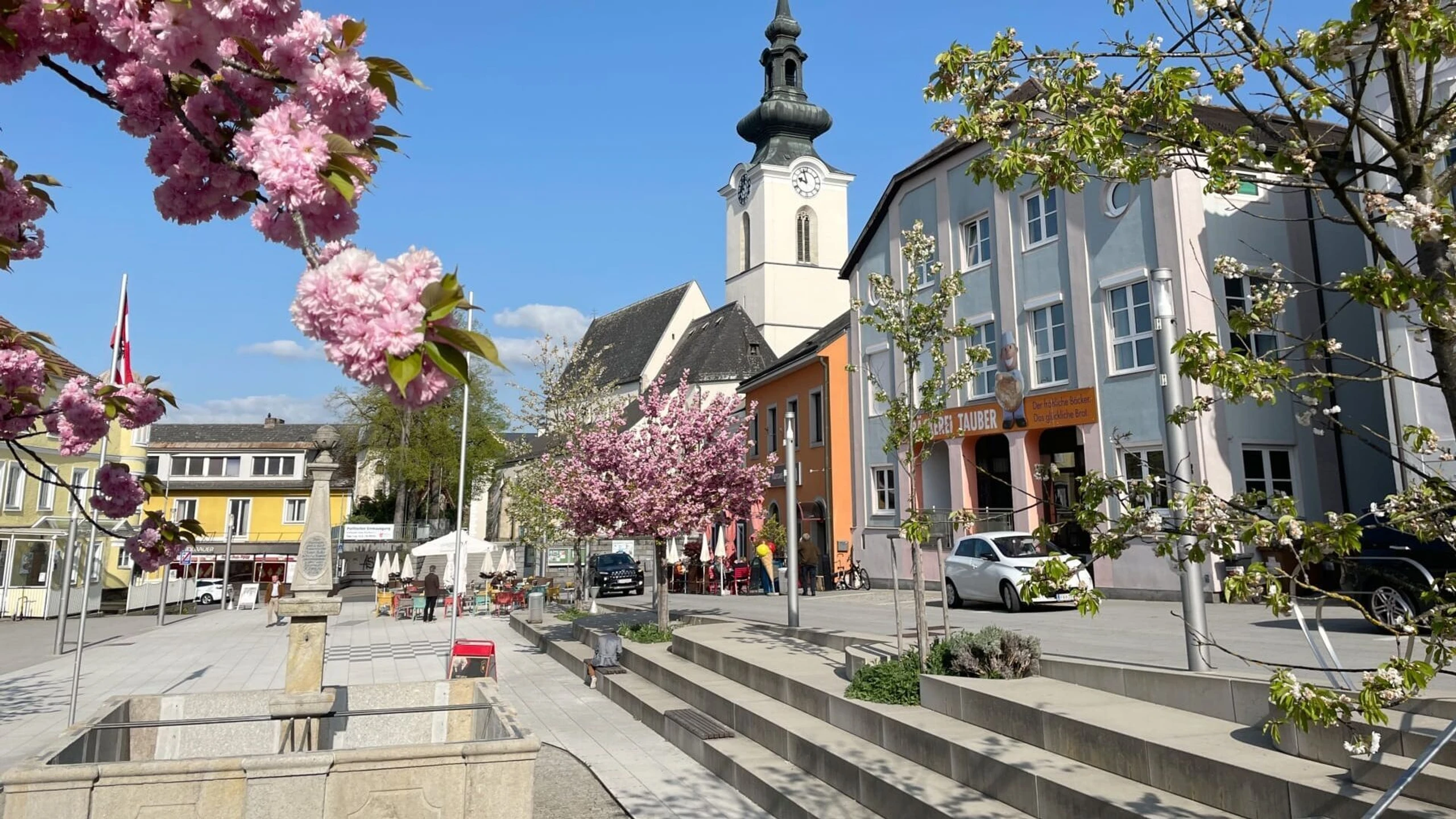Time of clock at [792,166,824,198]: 9:57
